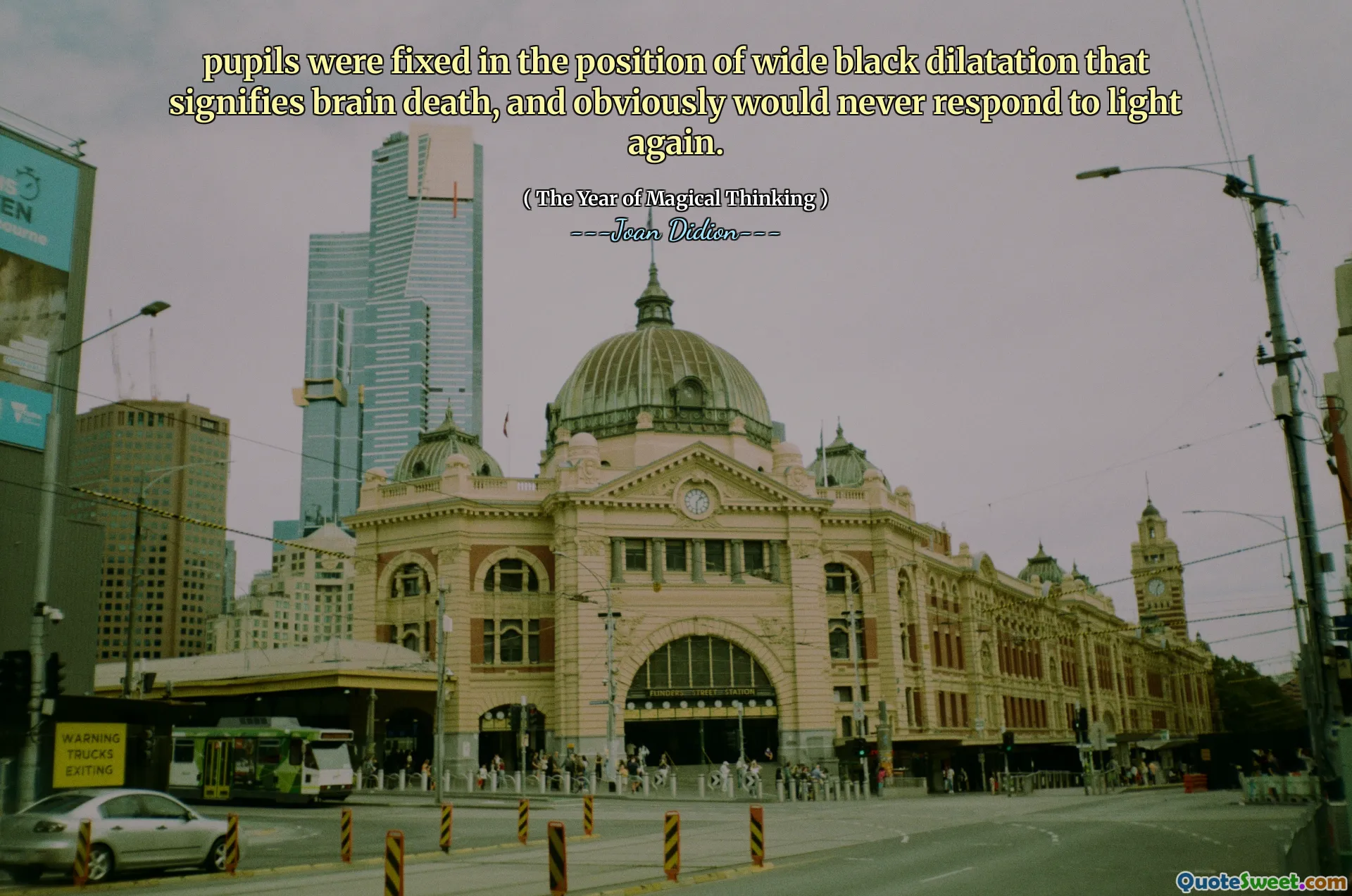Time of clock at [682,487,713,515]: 1:30
